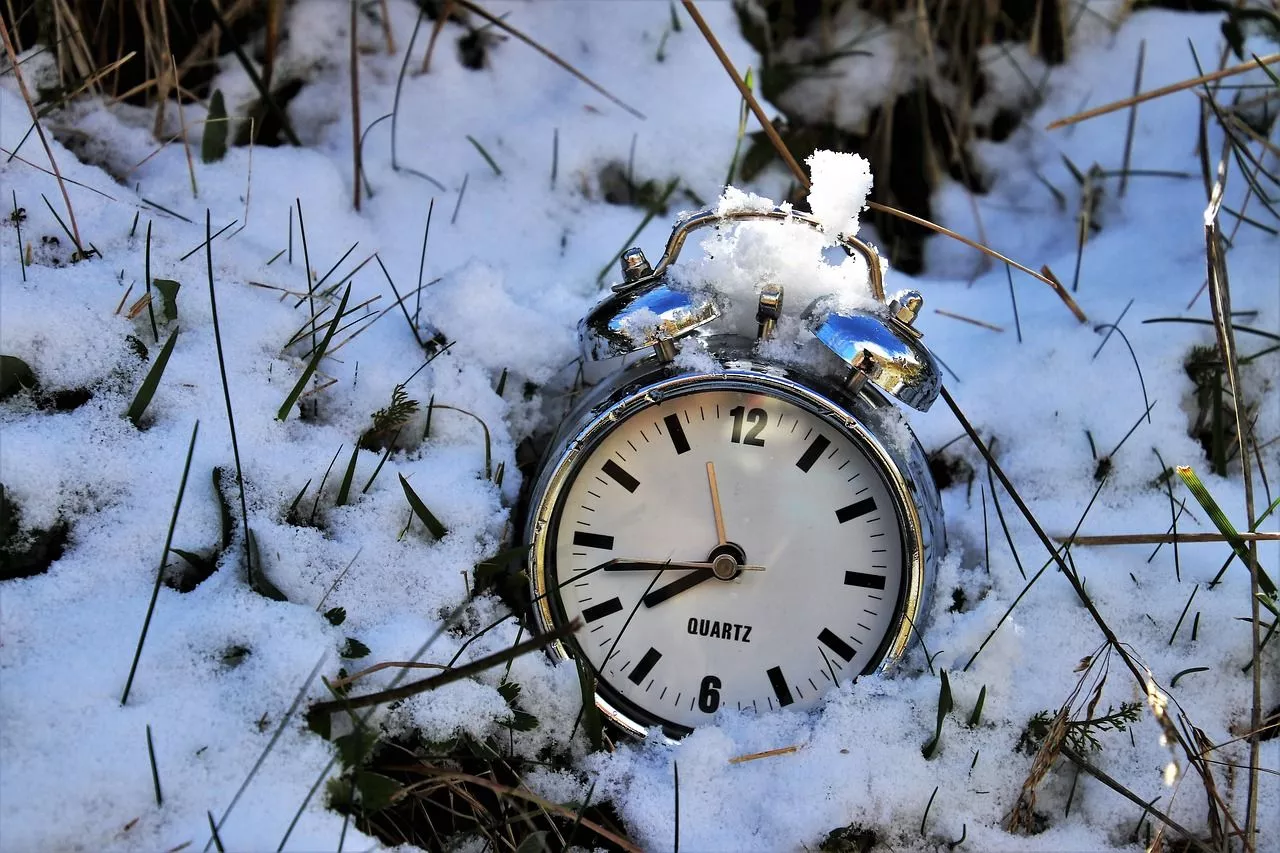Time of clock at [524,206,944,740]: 7:43
